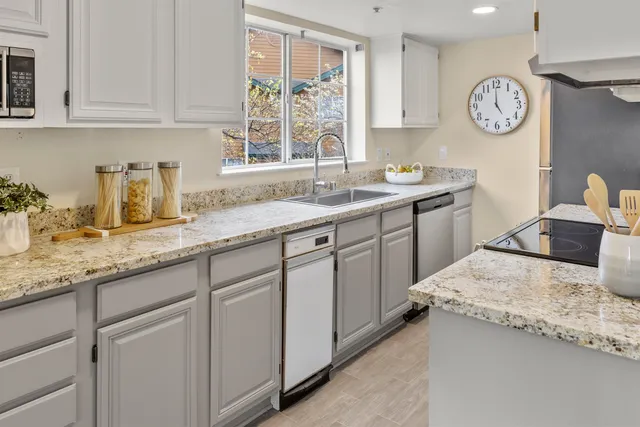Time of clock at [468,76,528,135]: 5:00
